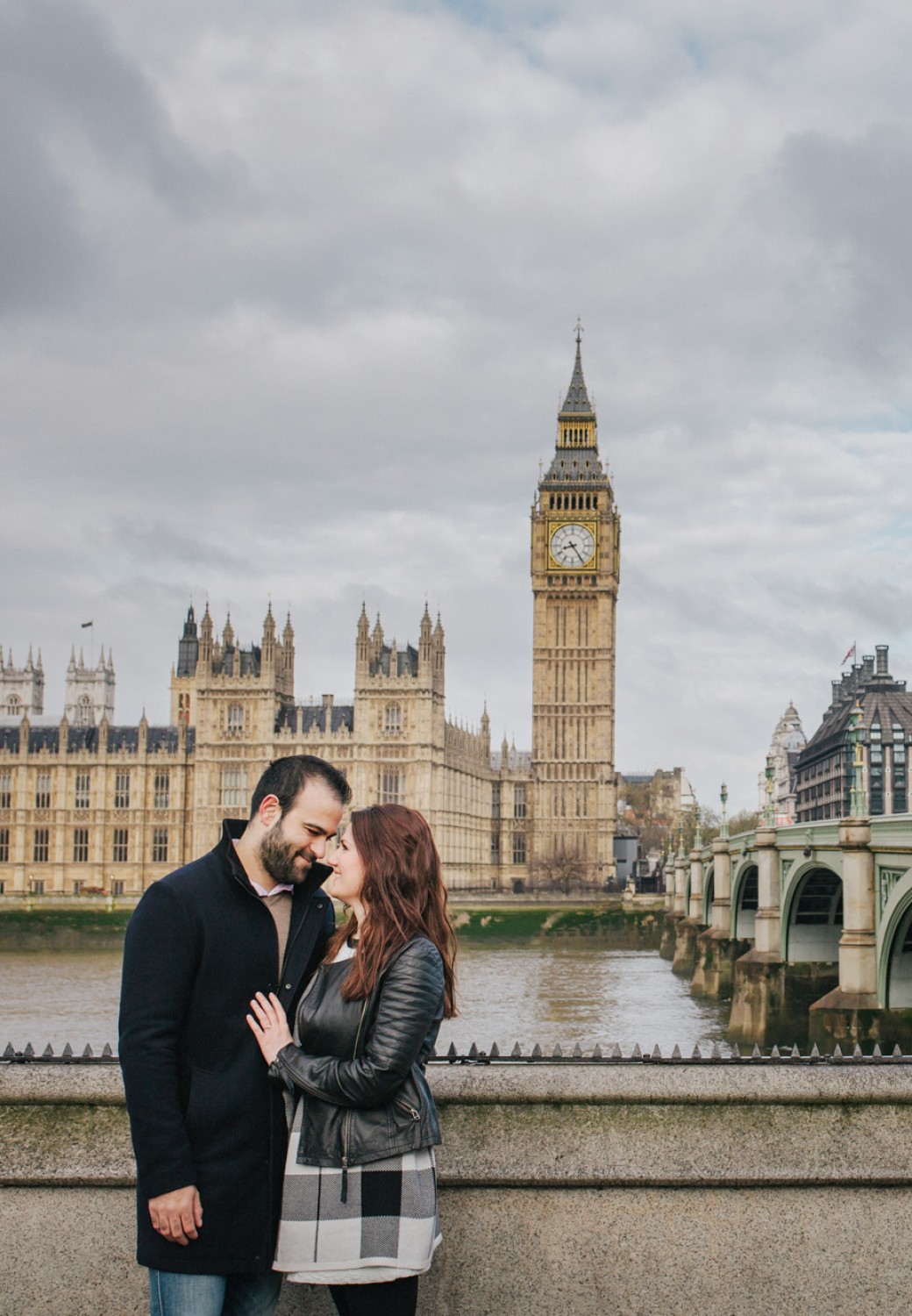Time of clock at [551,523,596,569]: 8:24
